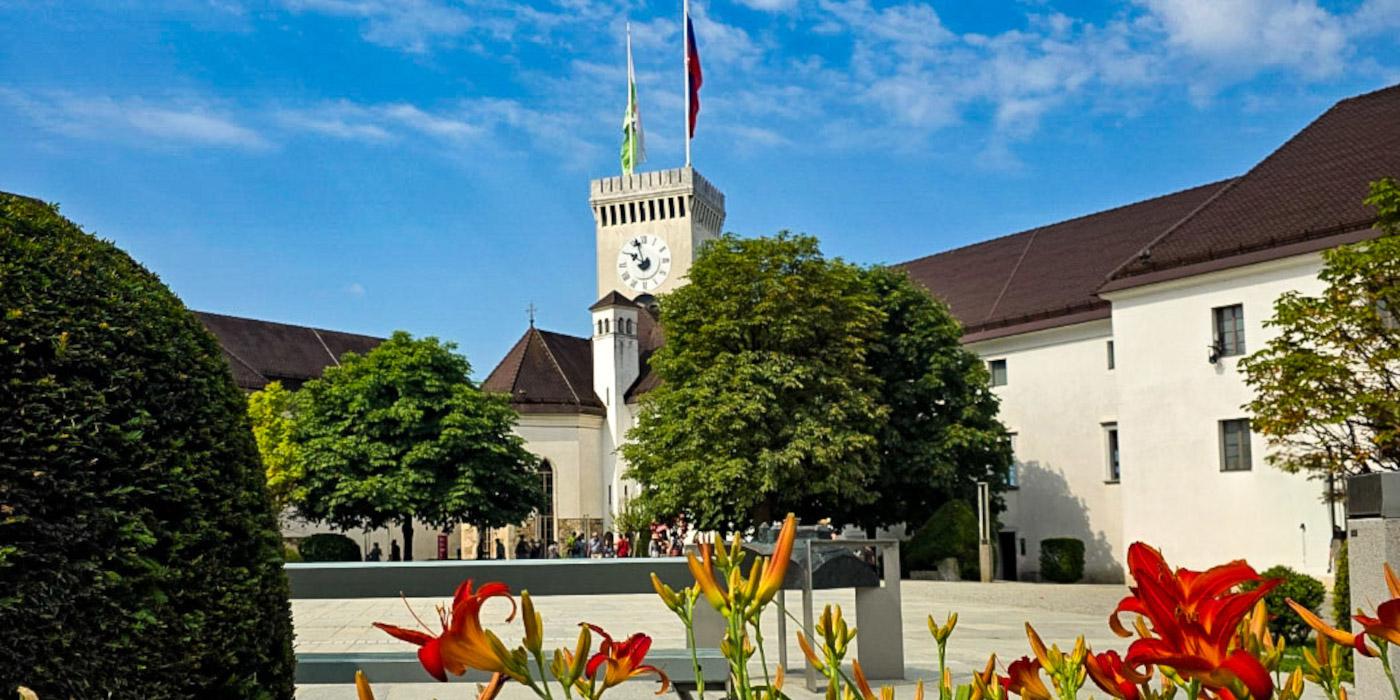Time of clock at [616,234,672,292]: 9:57
